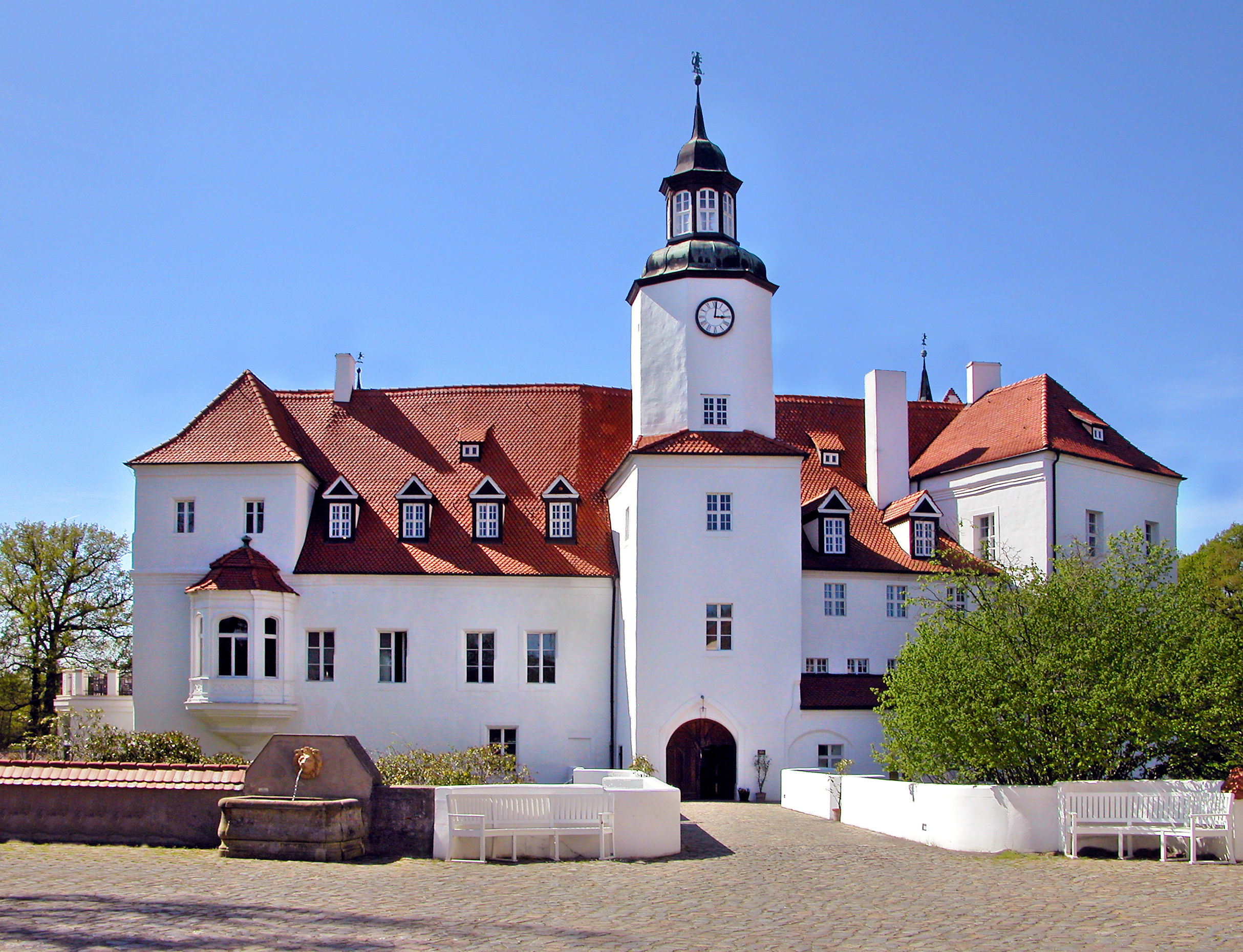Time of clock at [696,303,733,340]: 3:01
